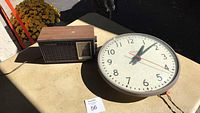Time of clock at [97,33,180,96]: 1:08
